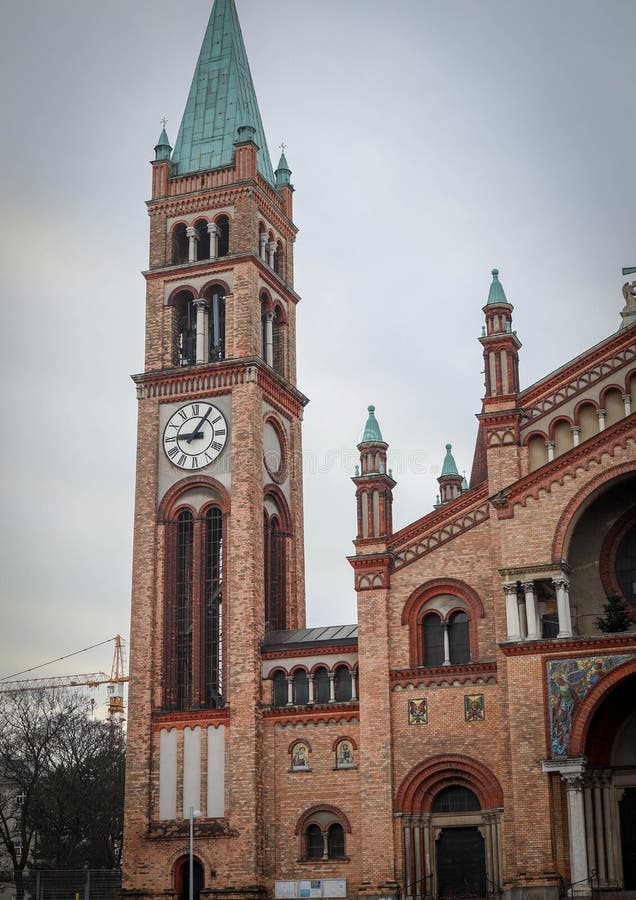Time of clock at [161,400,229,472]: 9:05
